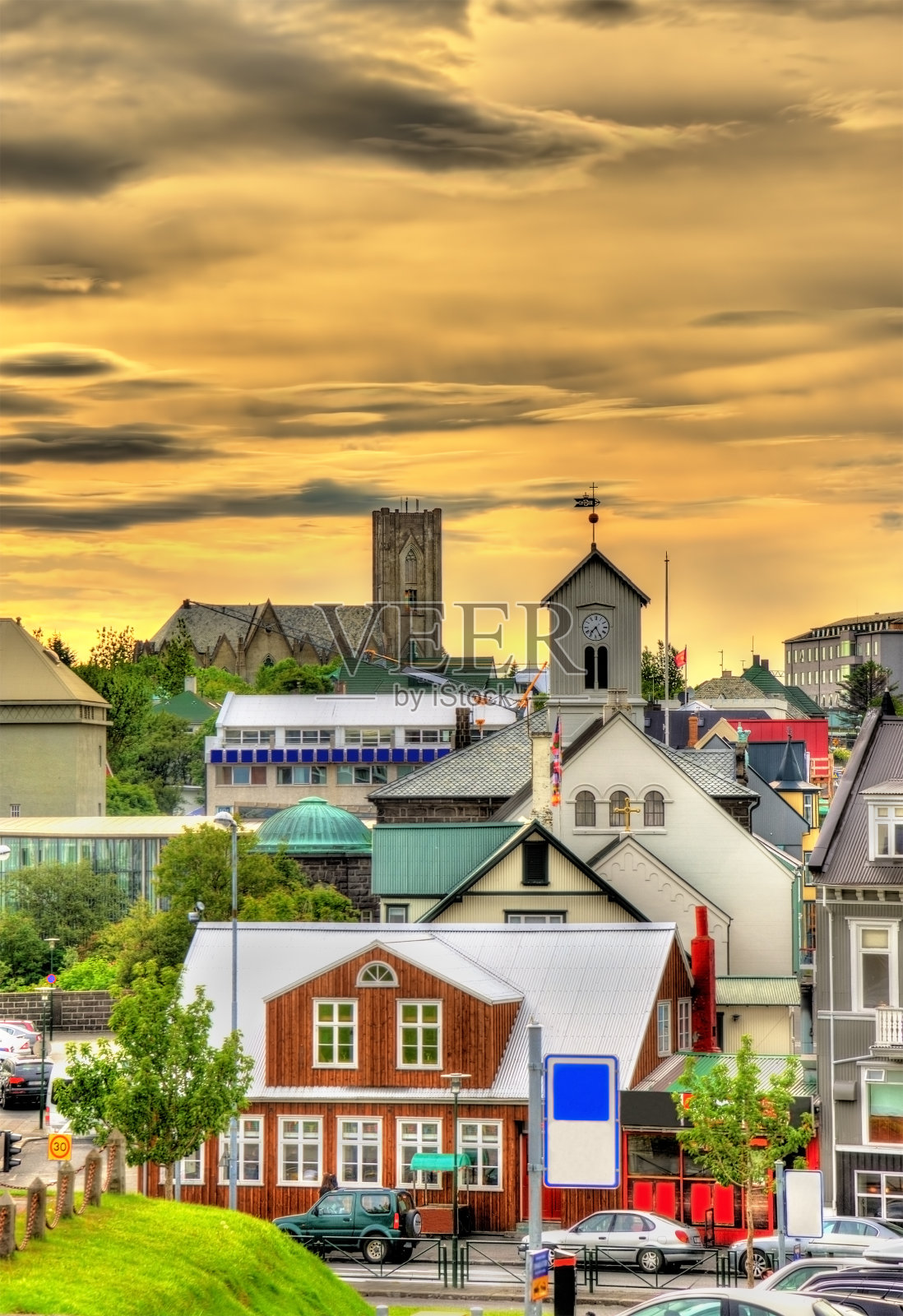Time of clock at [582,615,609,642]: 7:25
